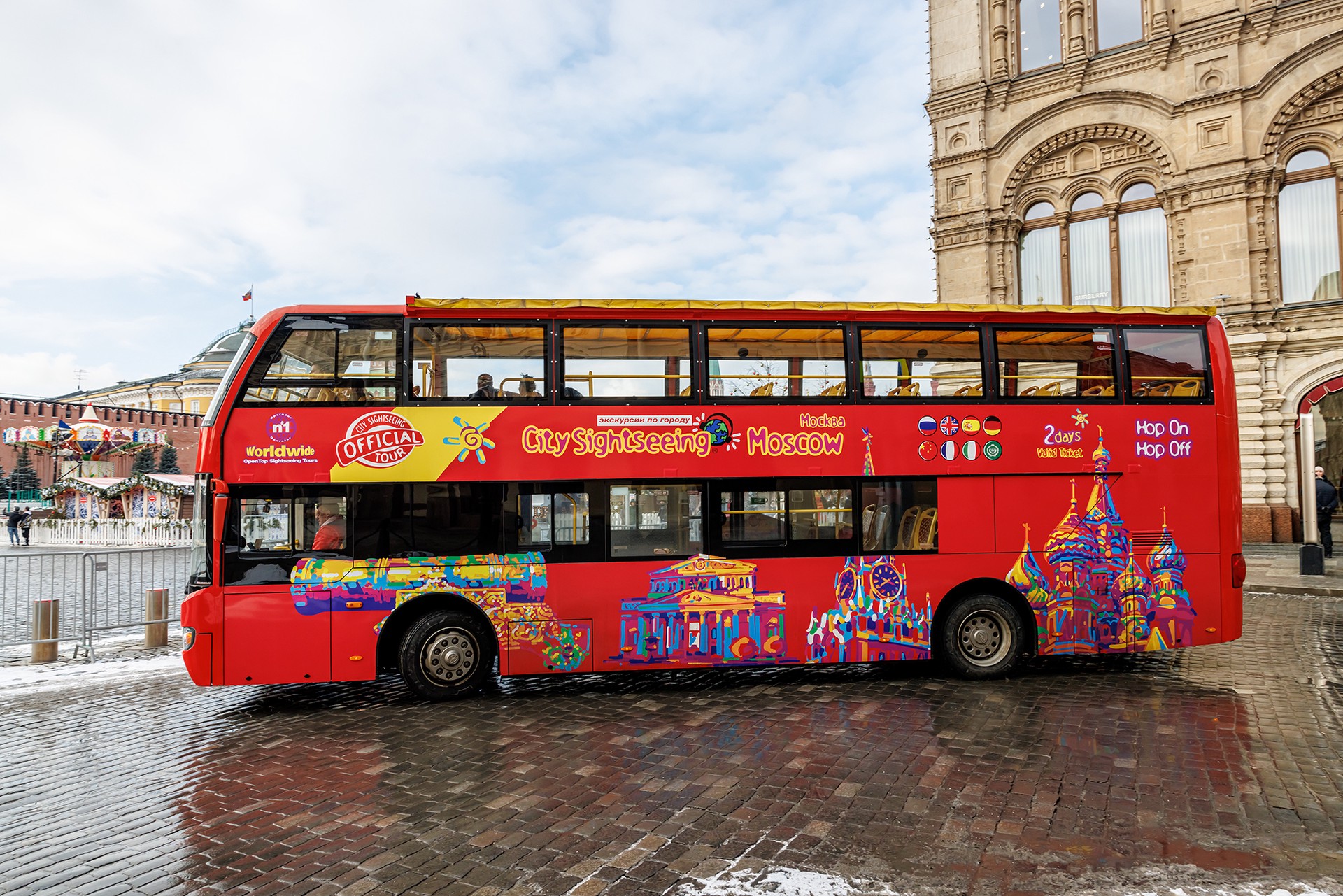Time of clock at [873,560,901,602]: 3:39
